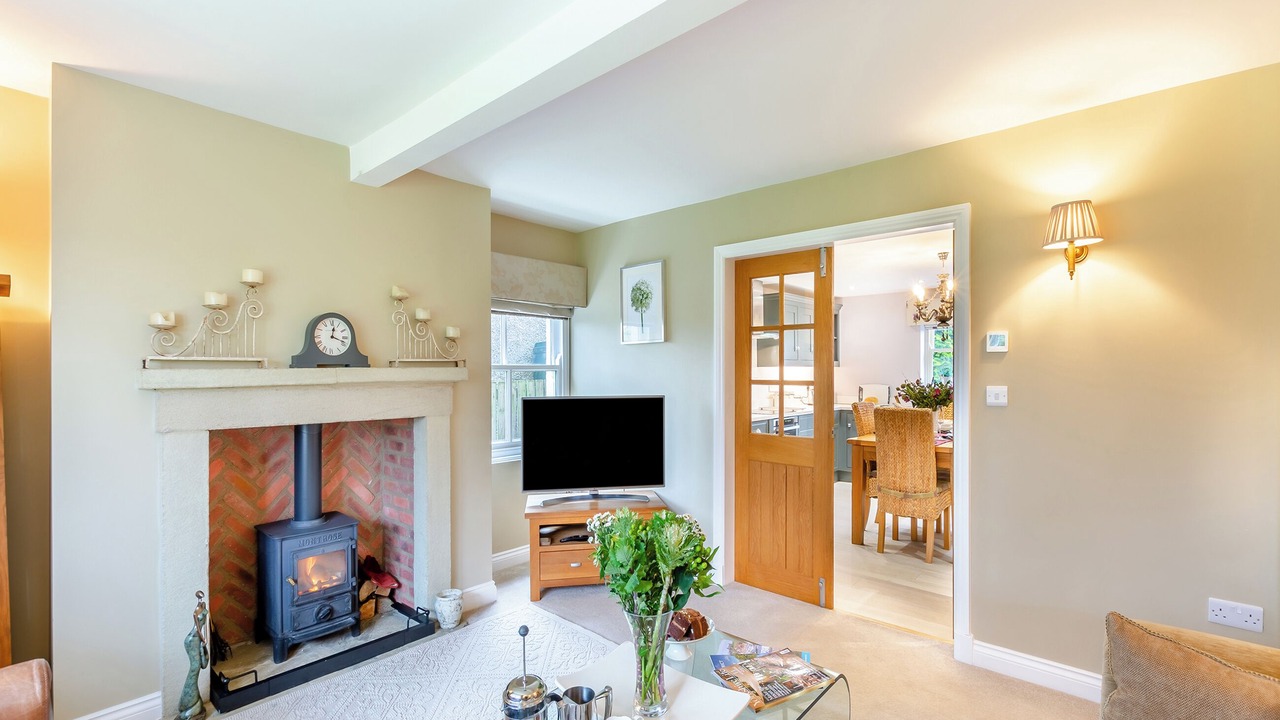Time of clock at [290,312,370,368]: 12:18
